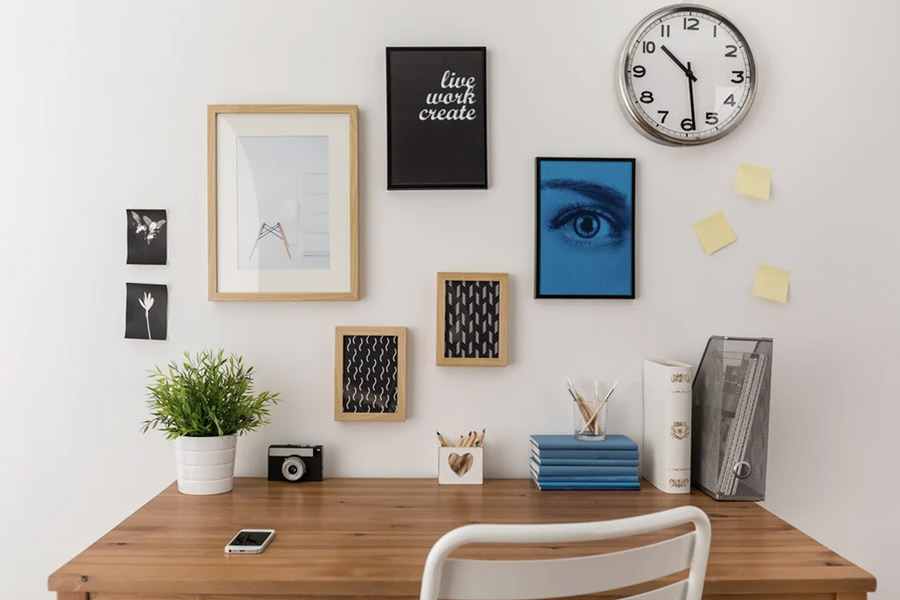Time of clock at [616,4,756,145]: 10:28
